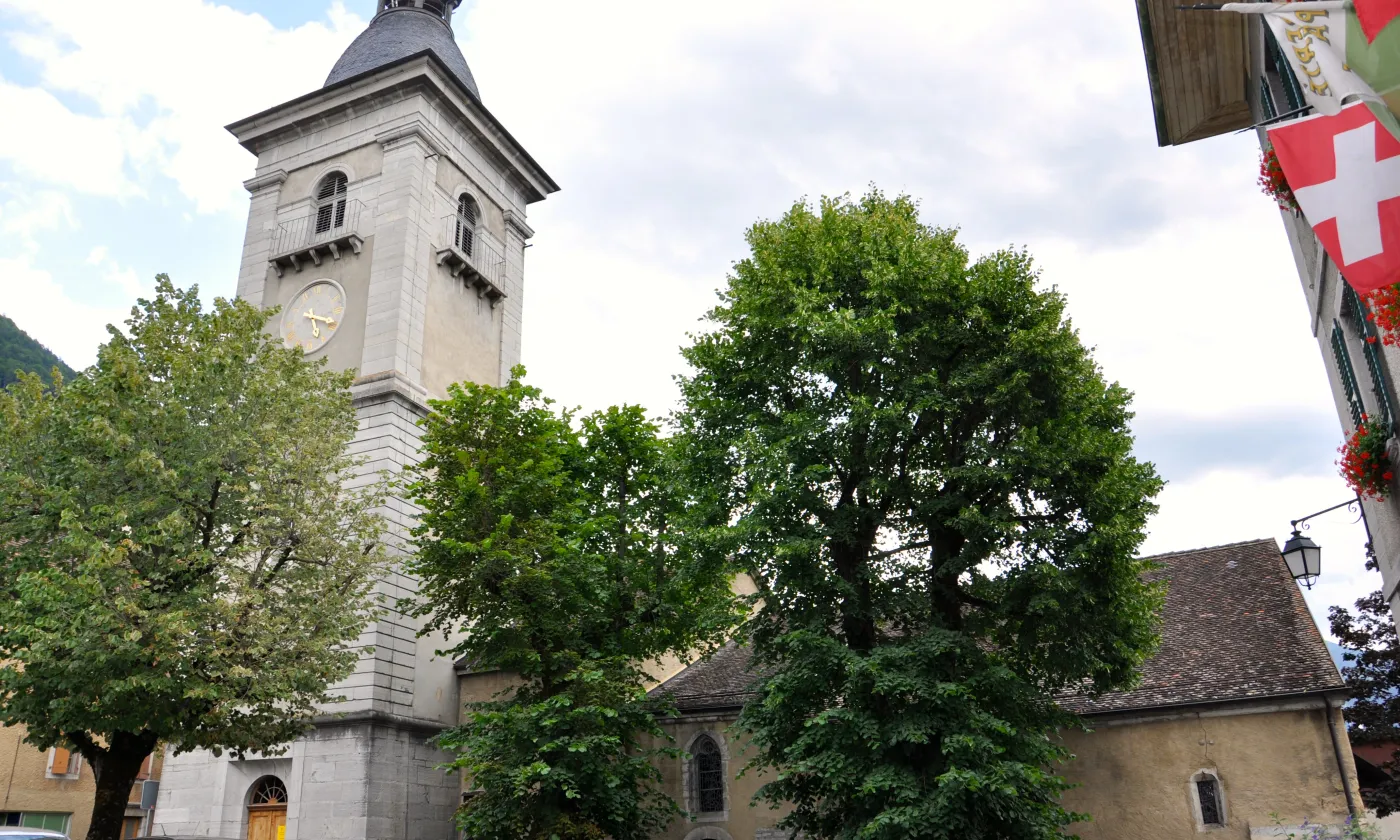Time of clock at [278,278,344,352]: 5:18
